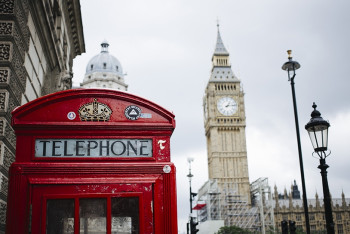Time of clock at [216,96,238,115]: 1:13
